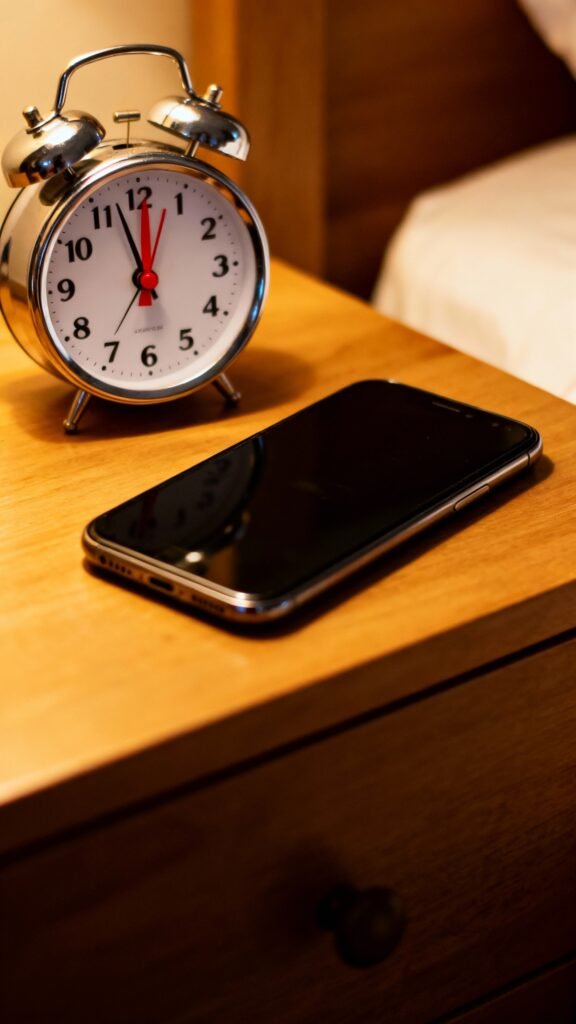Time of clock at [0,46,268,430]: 11:57
